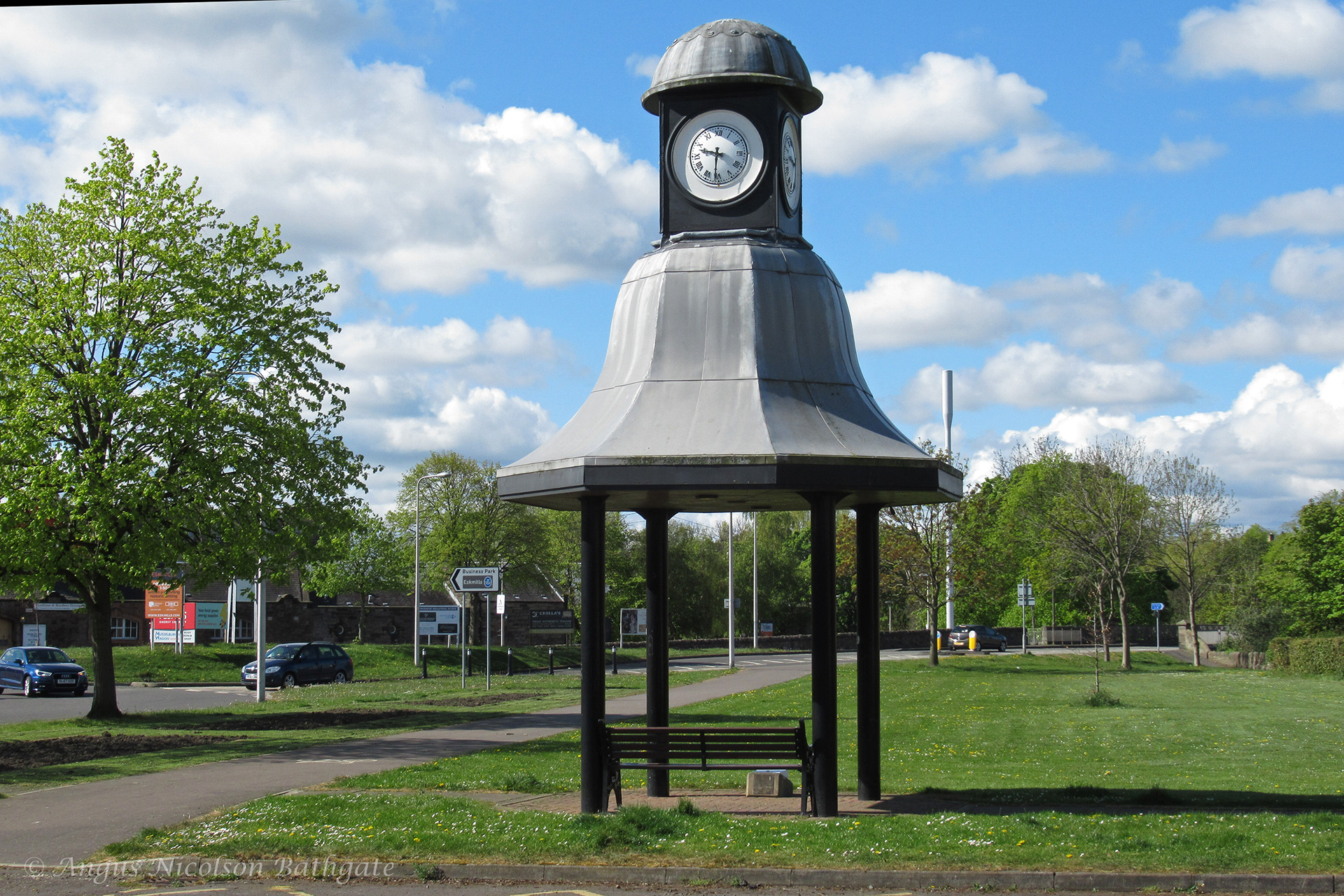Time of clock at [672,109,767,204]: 9:31
